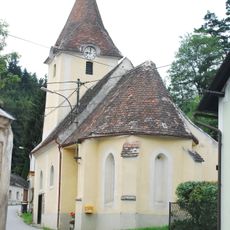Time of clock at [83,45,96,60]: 9:01
